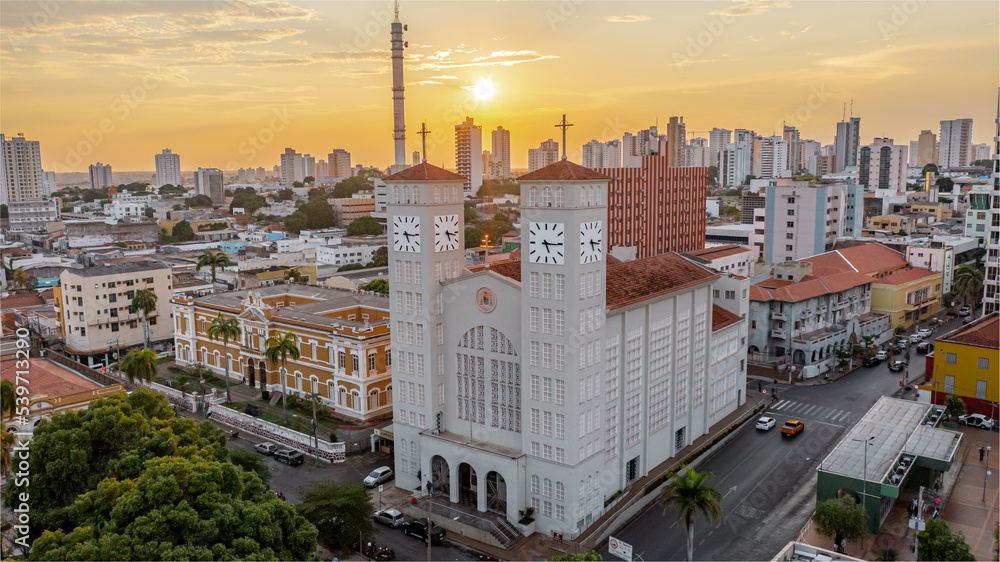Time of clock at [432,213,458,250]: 5:16
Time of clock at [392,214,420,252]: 5:15
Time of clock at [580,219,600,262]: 5:16
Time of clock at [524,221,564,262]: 5:15
